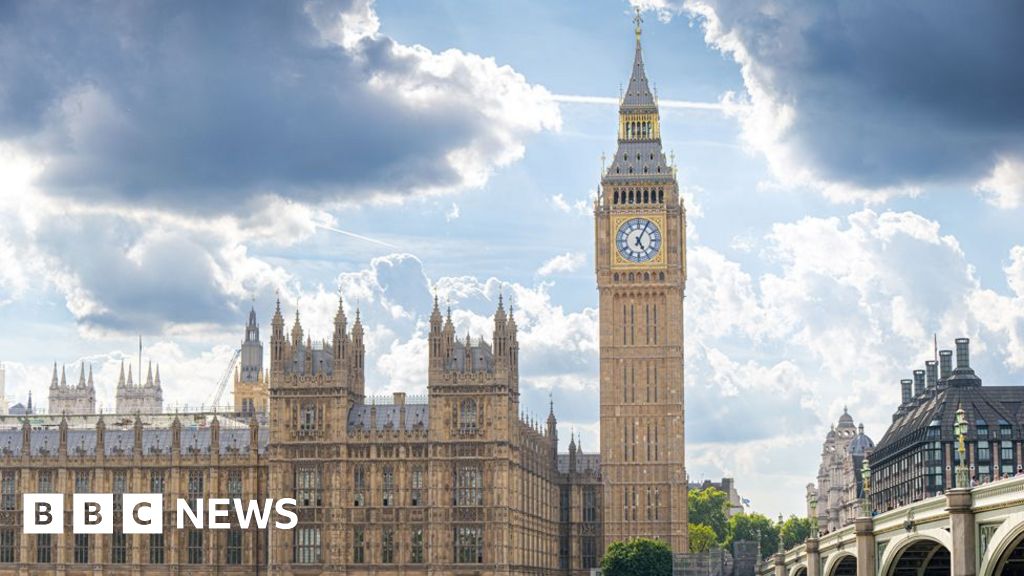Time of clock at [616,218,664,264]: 5:04
